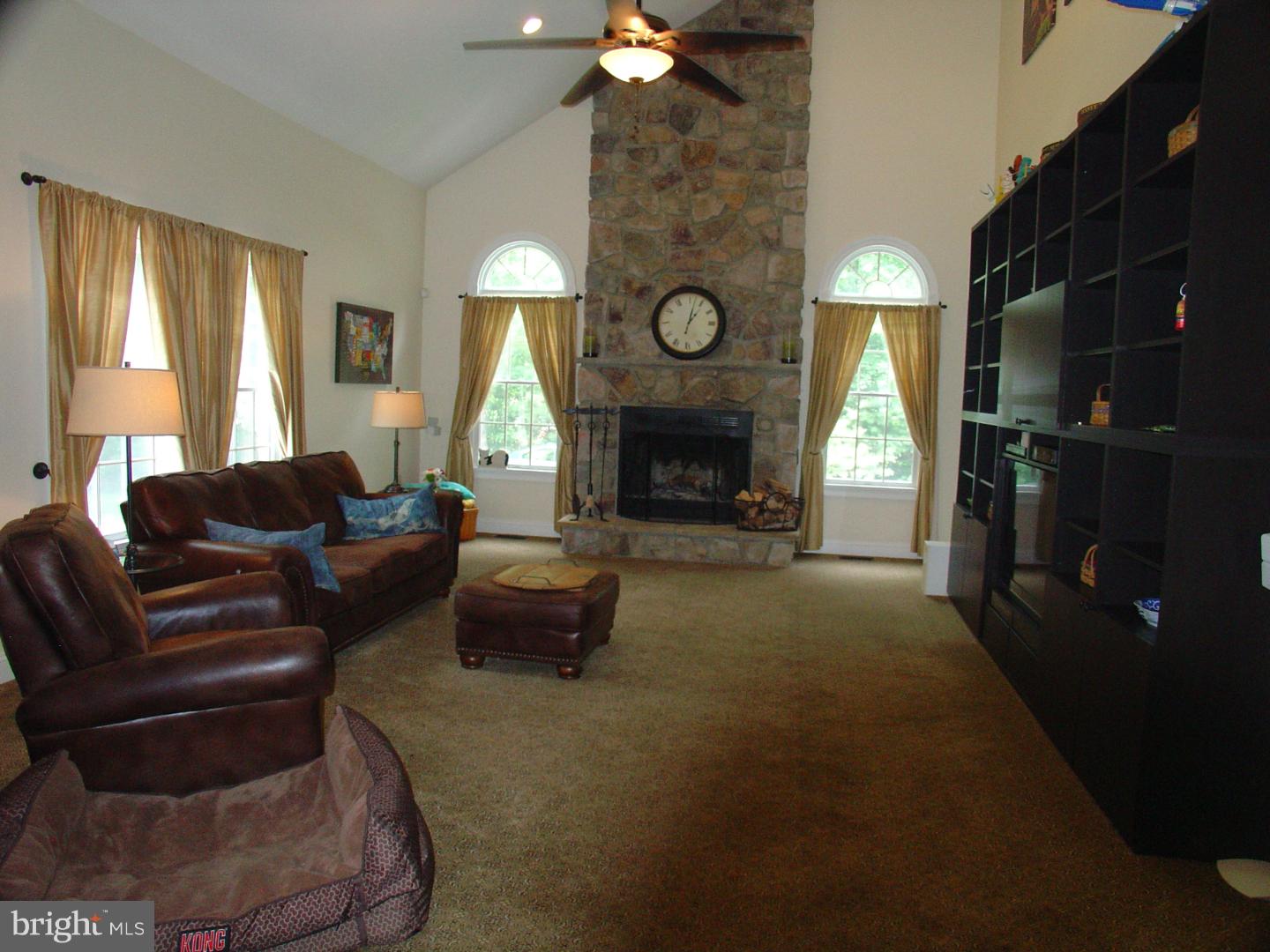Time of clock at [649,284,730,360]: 1:02
